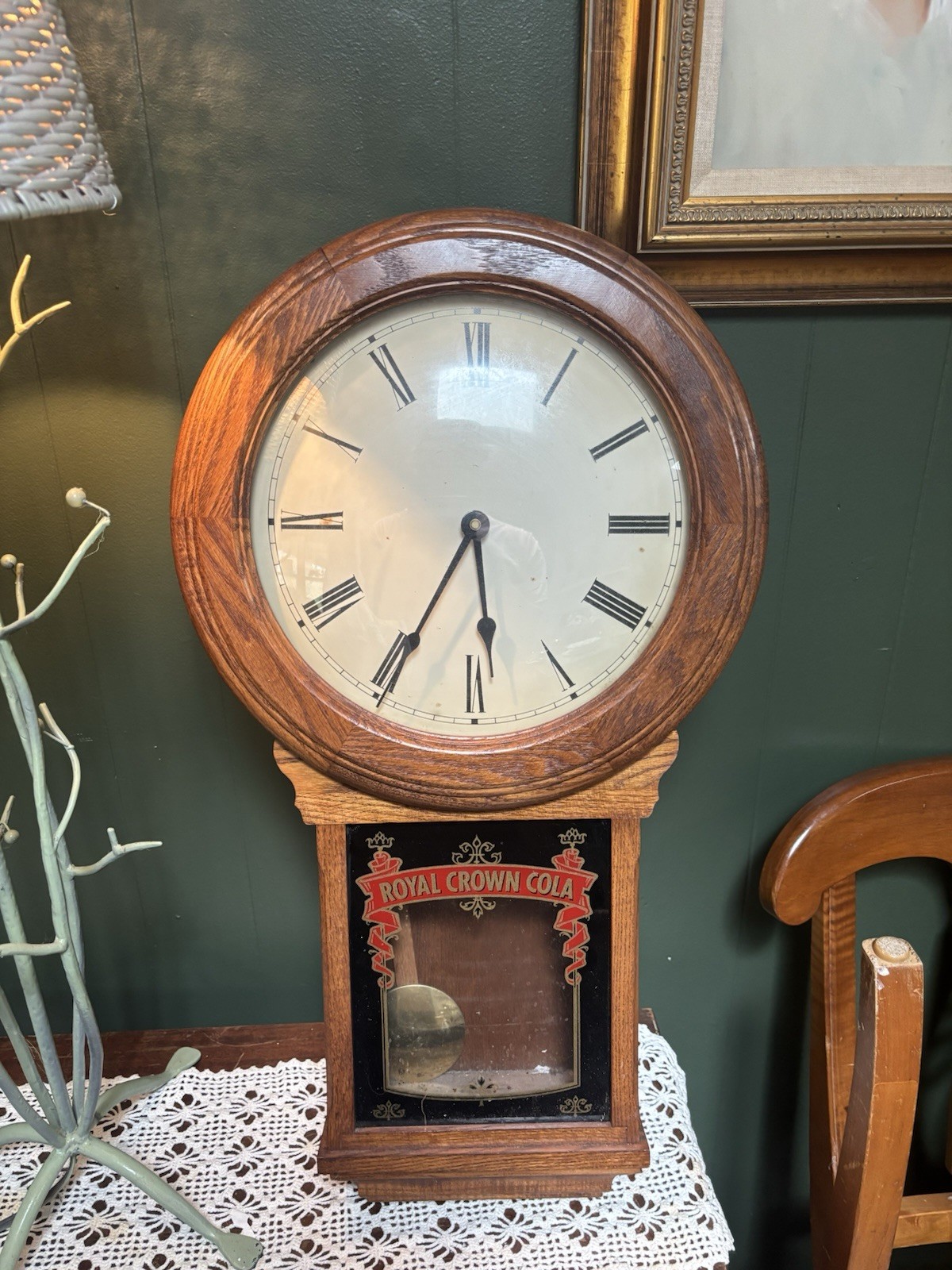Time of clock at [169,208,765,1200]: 5:34
